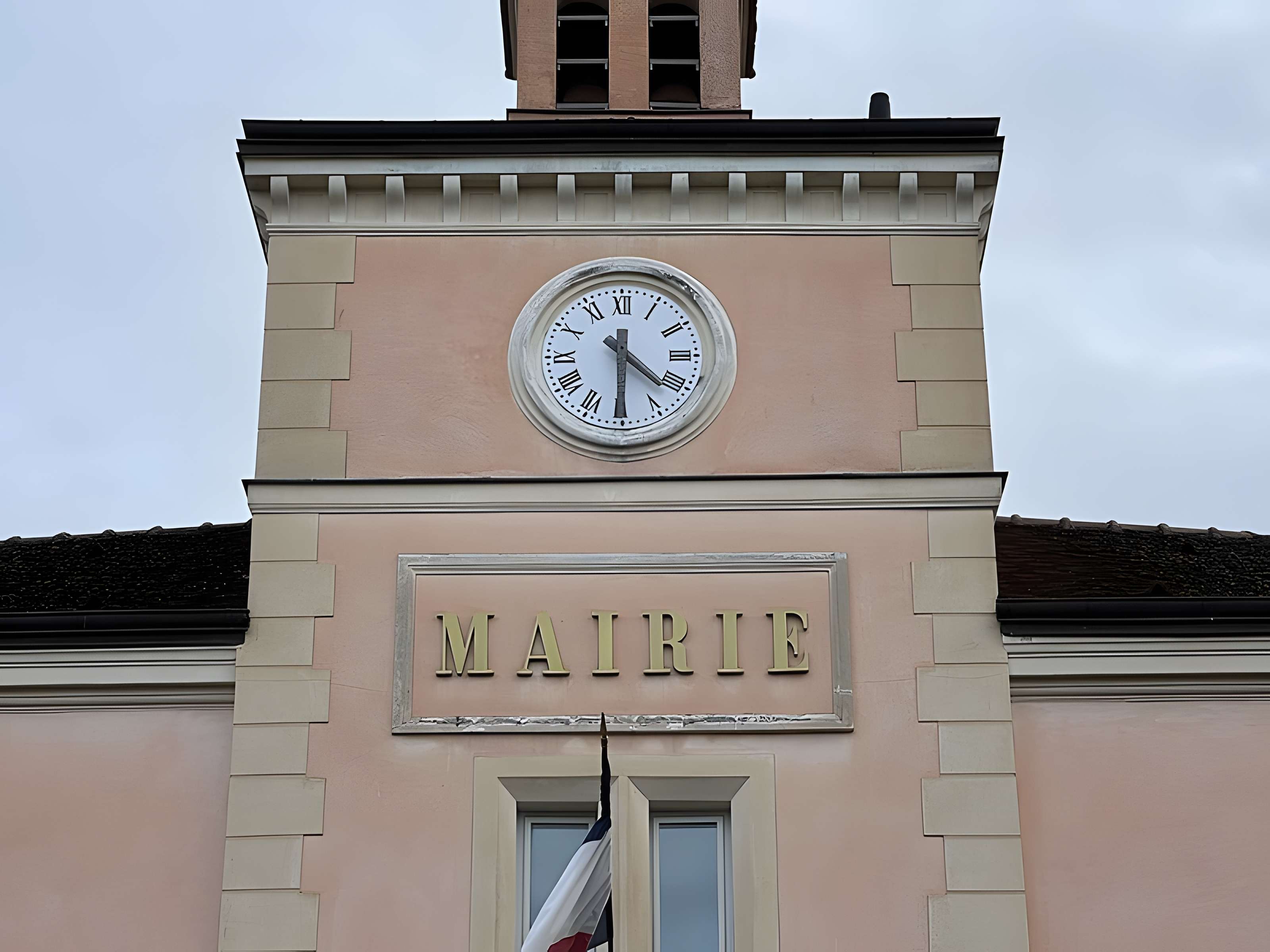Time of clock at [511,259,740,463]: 4:30
